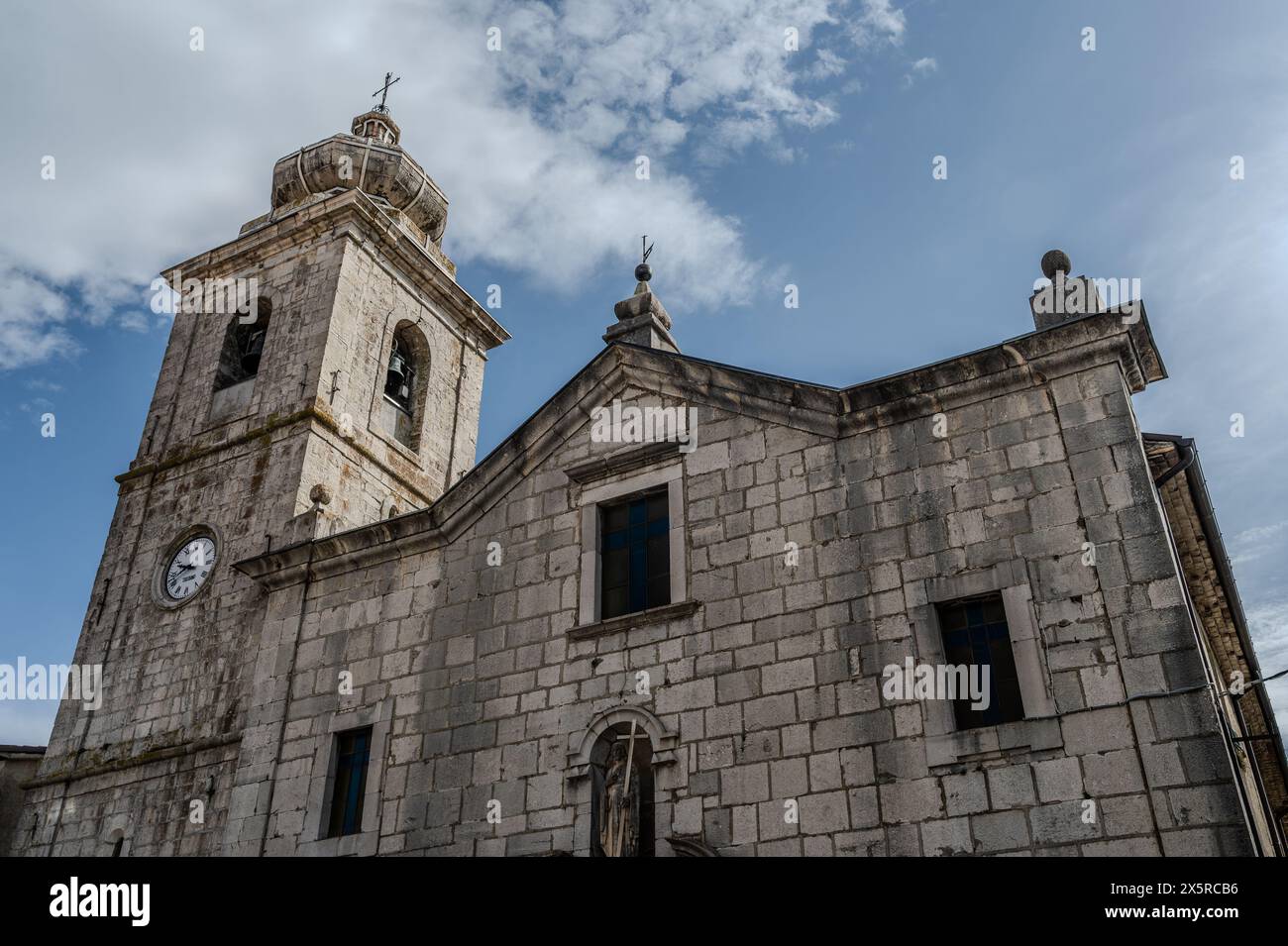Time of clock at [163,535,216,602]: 9:42
